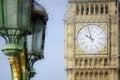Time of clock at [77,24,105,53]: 9:57
